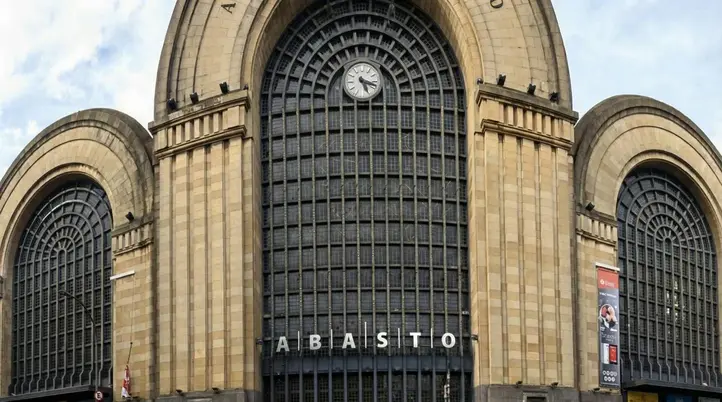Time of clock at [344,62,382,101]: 5:18
